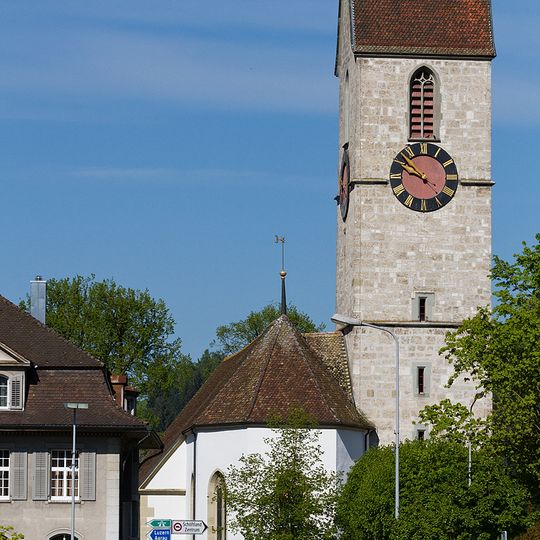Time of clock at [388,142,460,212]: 9:51
